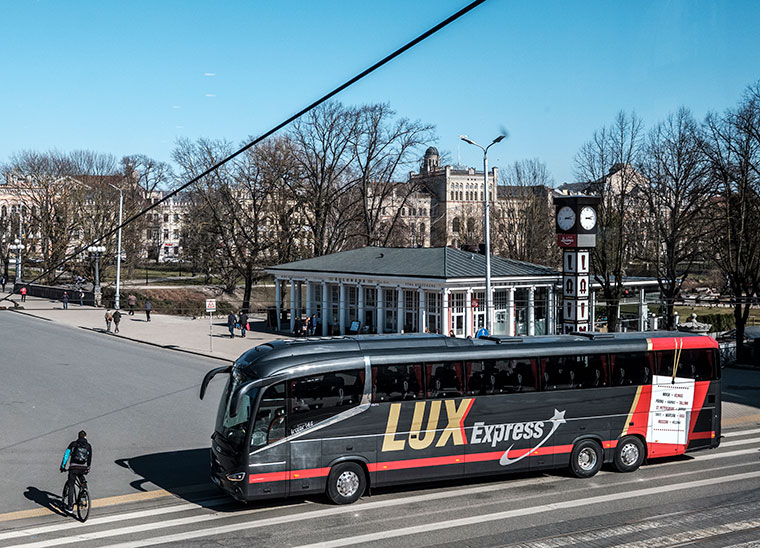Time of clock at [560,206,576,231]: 3:12
